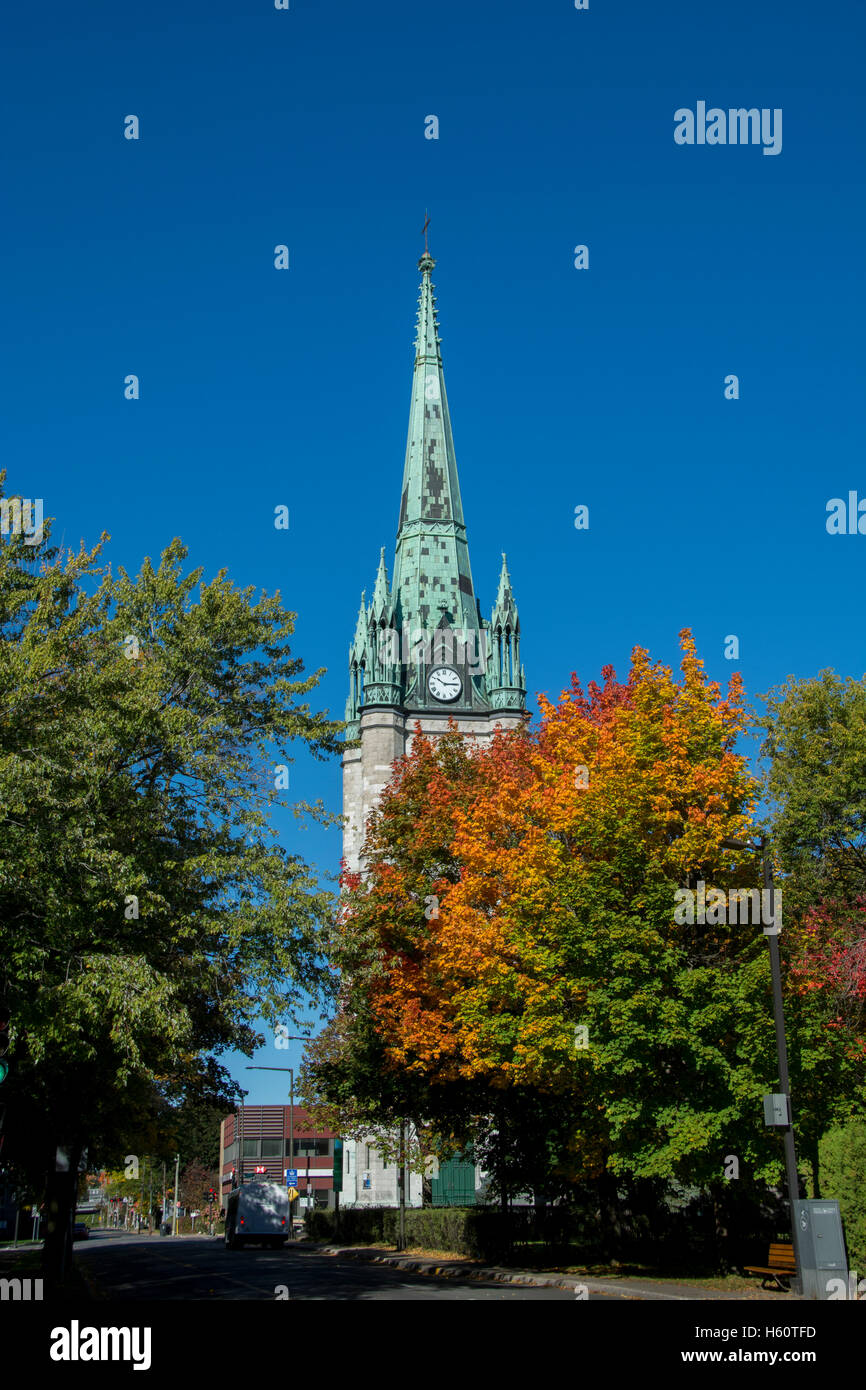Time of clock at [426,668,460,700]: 10:14
